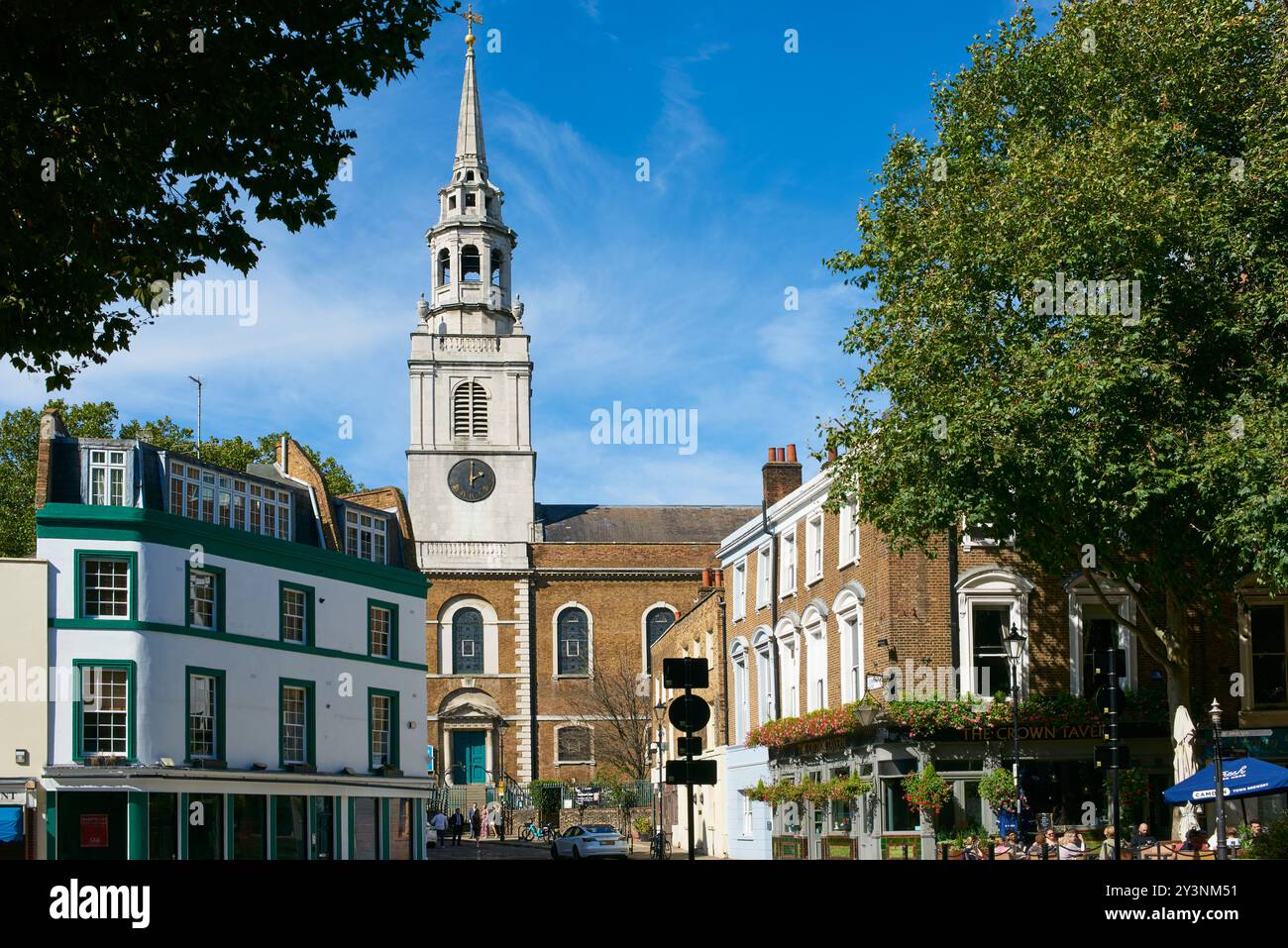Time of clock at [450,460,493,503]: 2:01
